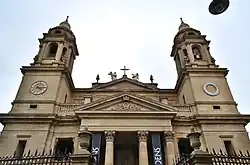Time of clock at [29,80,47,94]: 4:14
